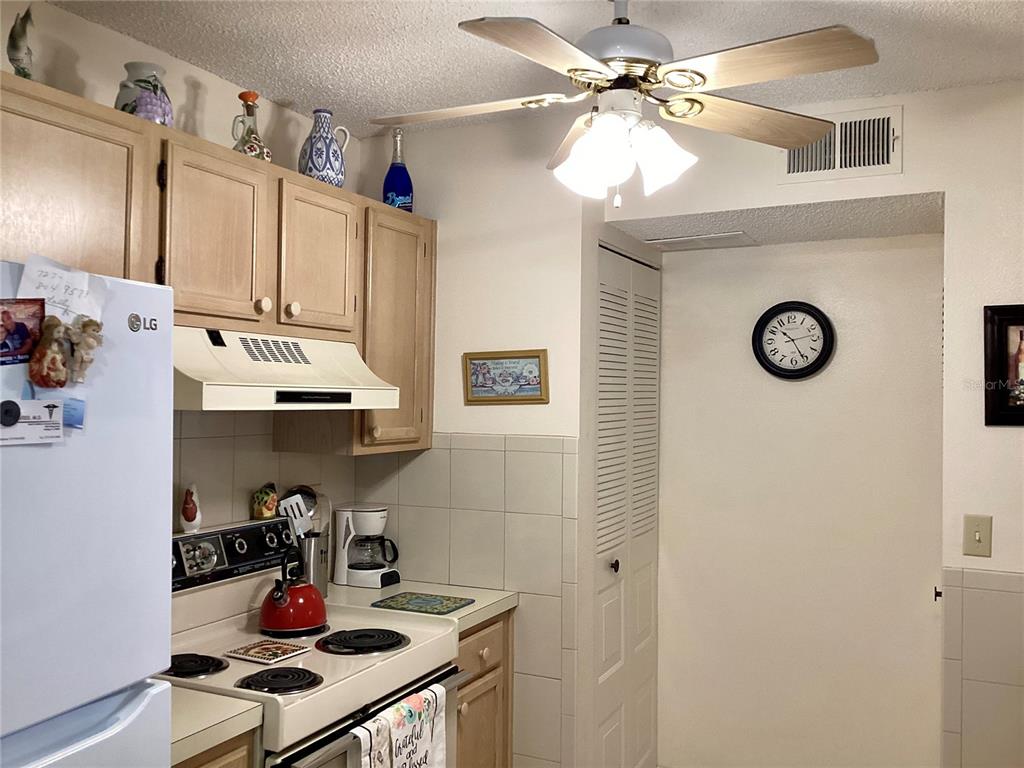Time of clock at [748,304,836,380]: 10:25
